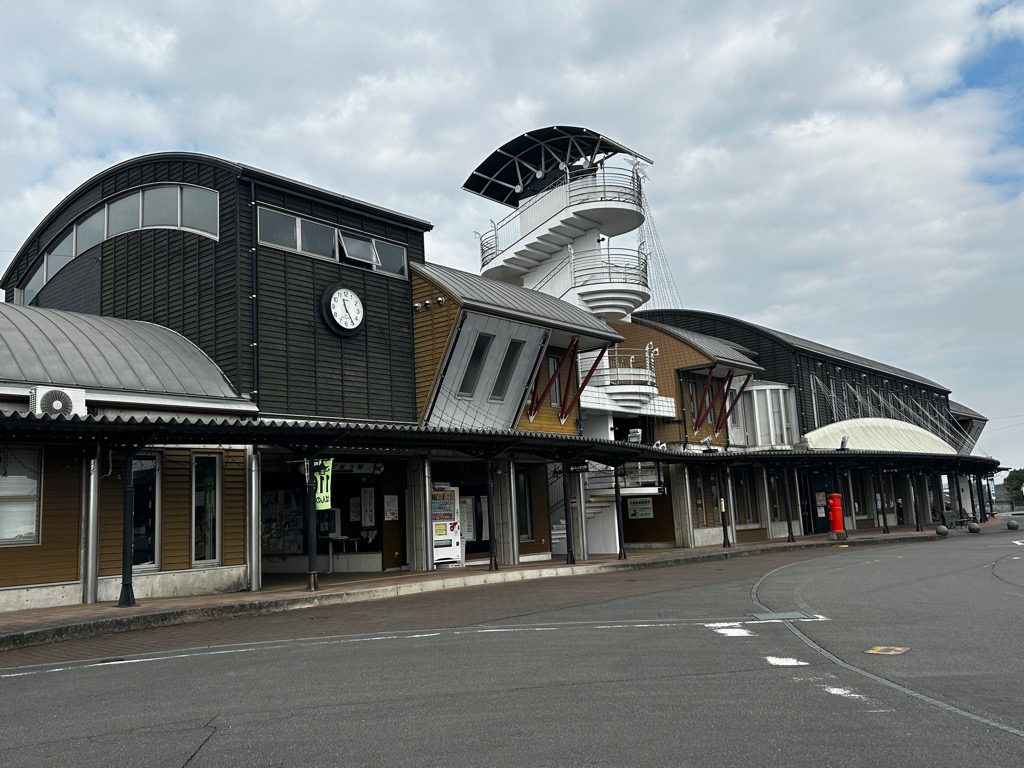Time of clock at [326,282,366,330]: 11:24
